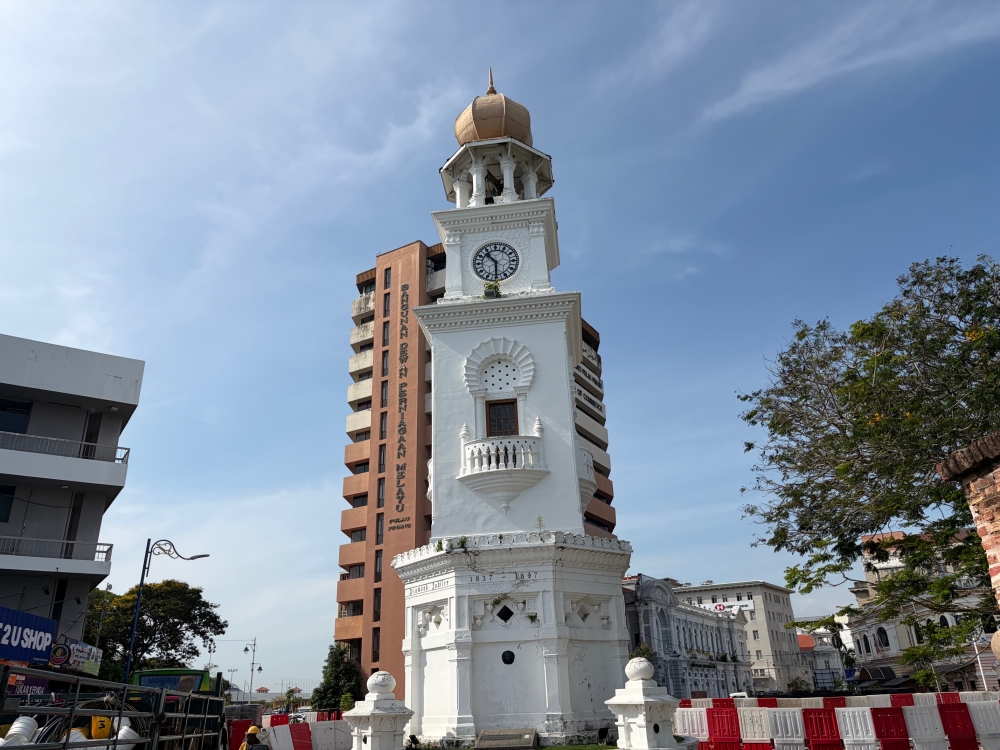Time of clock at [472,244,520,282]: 10:30
